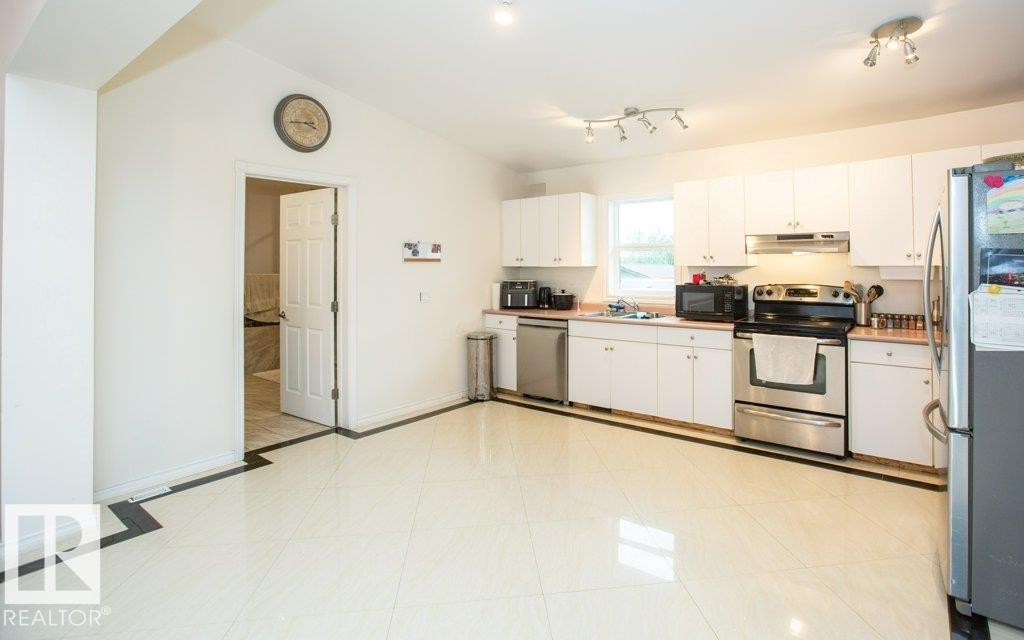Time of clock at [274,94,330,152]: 3:44
